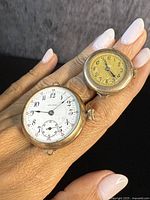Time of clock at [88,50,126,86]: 11:22
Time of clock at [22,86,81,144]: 9:08
